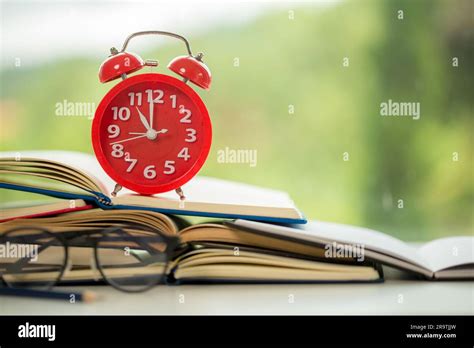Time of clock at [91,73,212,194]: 10:59
